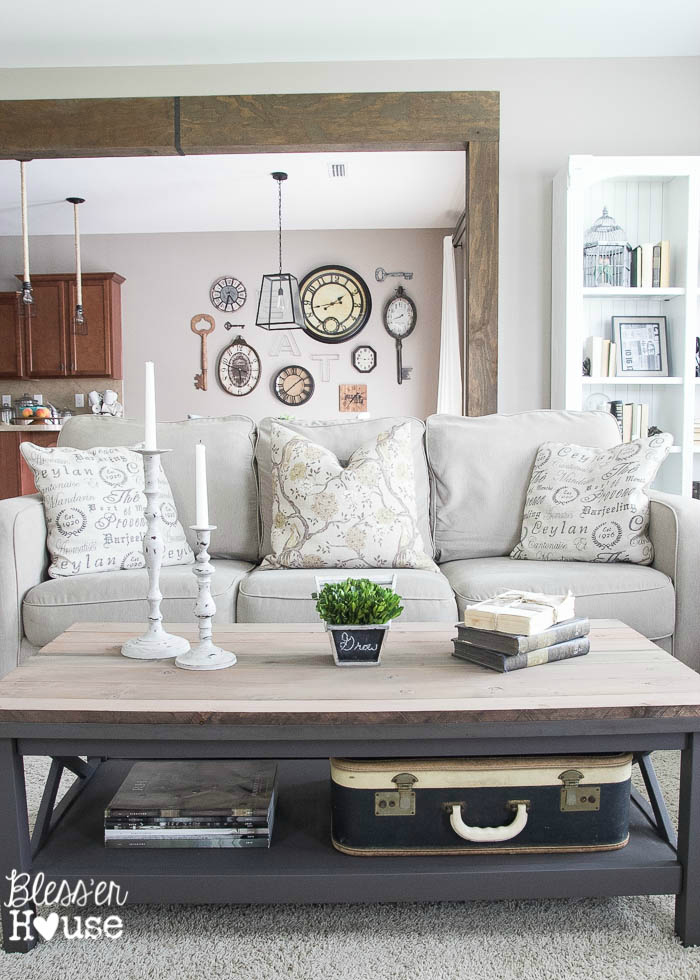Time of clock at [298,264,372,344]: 1:42
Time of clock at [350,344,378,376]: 2:46
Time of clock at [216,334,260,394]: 5:47
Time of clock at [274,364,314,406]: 1:37
